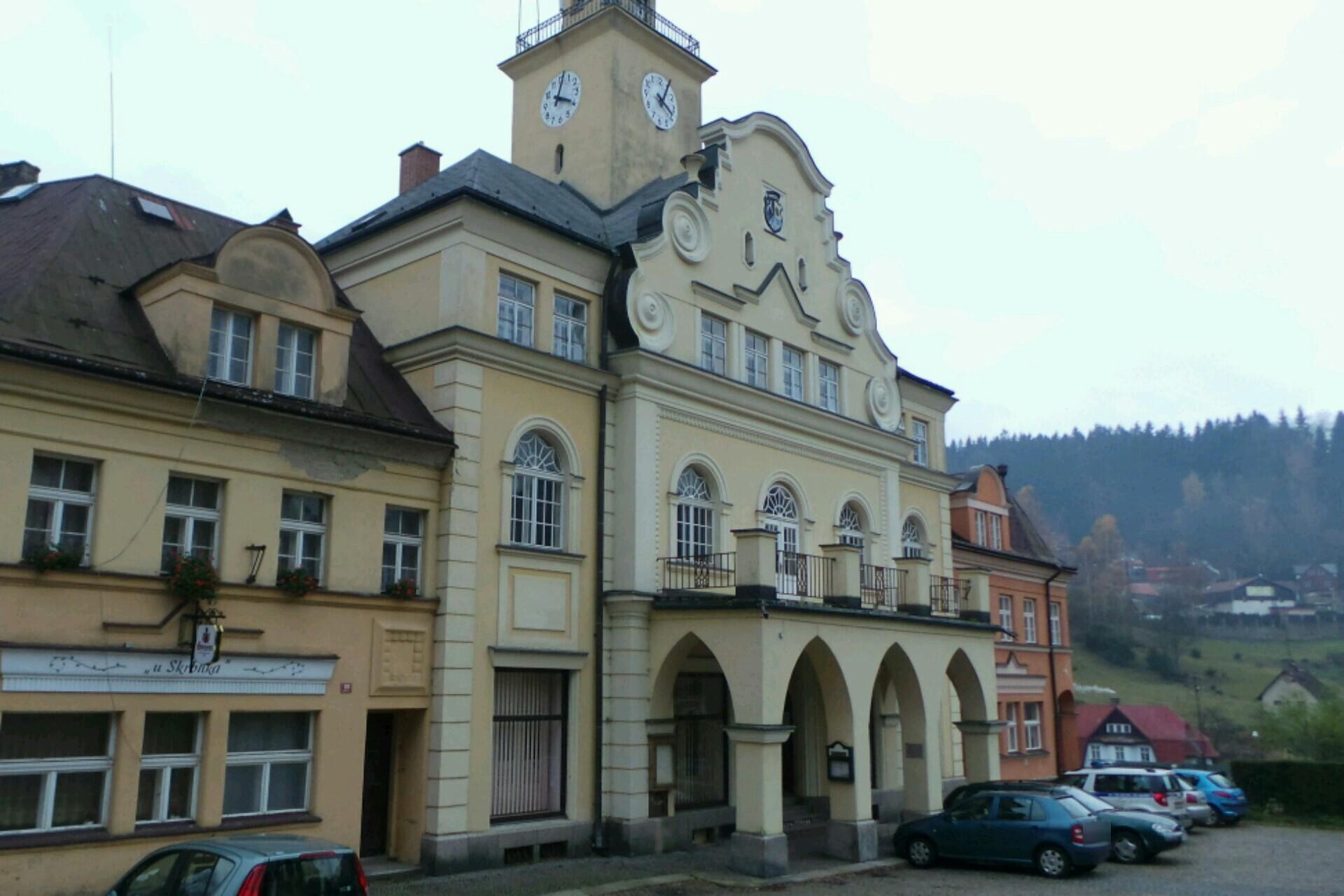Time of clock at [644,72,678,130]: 4:04
